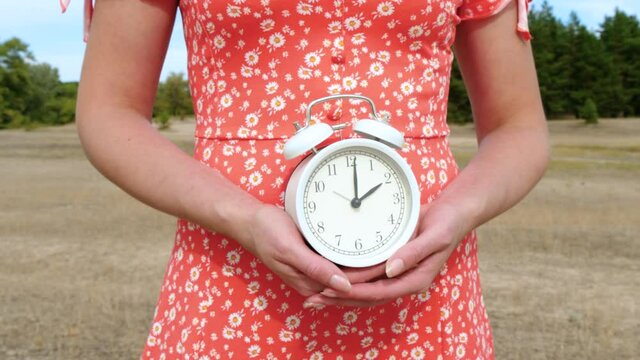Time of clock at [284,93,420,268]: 2:01
